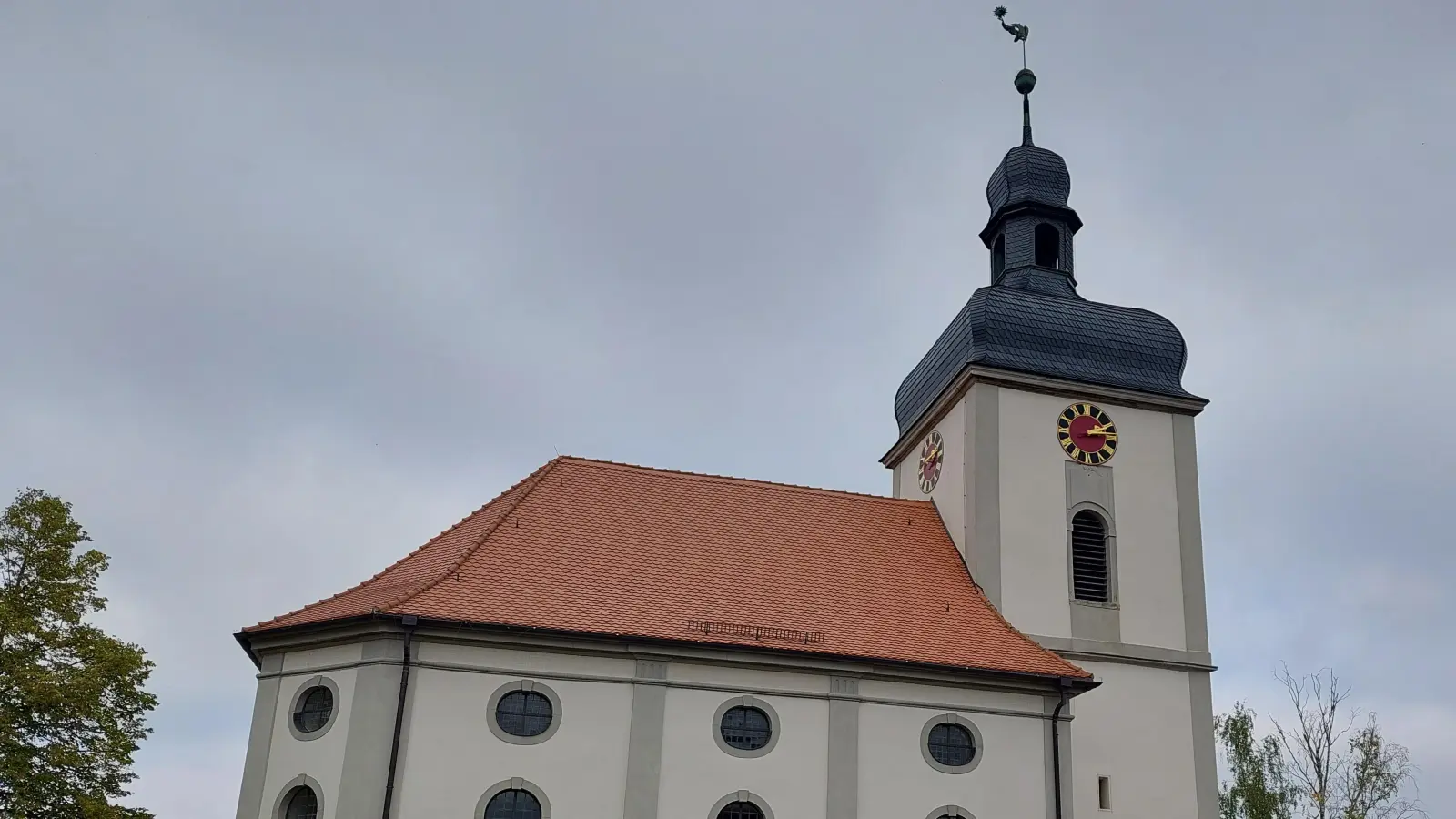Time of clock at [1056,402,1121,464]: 2:13
